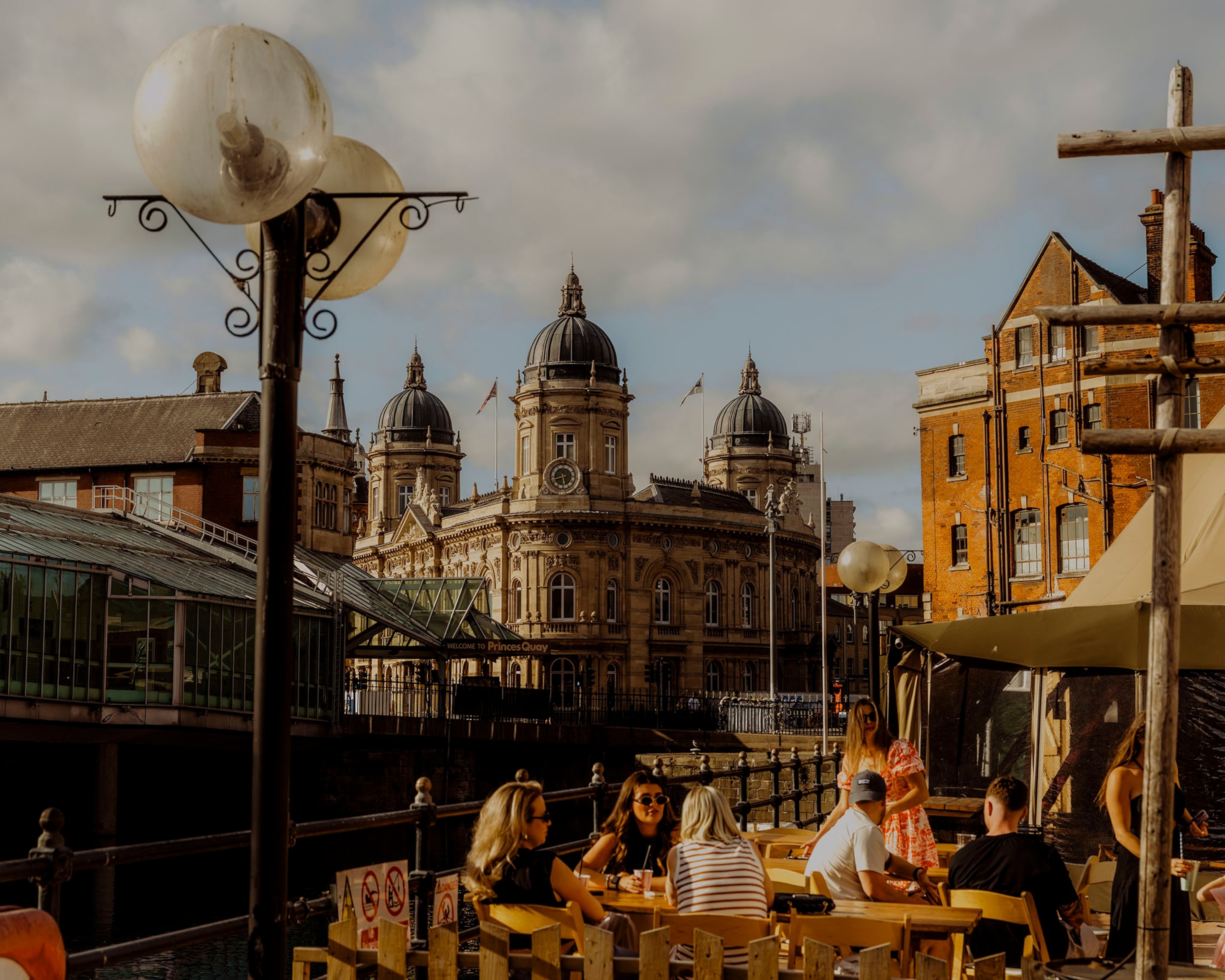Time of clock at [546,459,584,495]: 5:42
